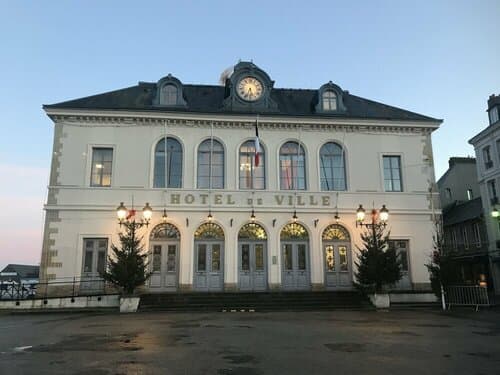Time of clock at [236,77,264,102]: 5:33
